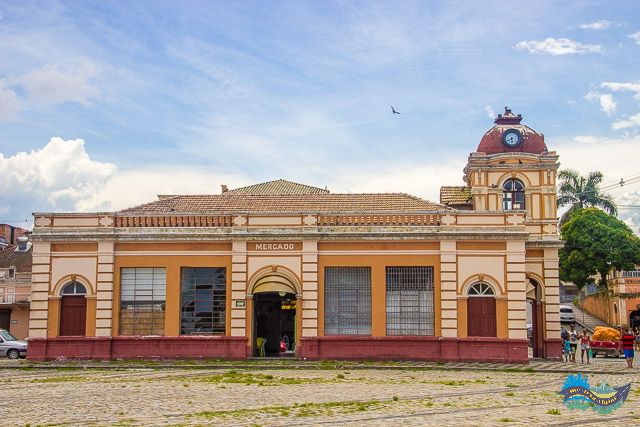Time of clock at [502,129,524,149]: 5:41
